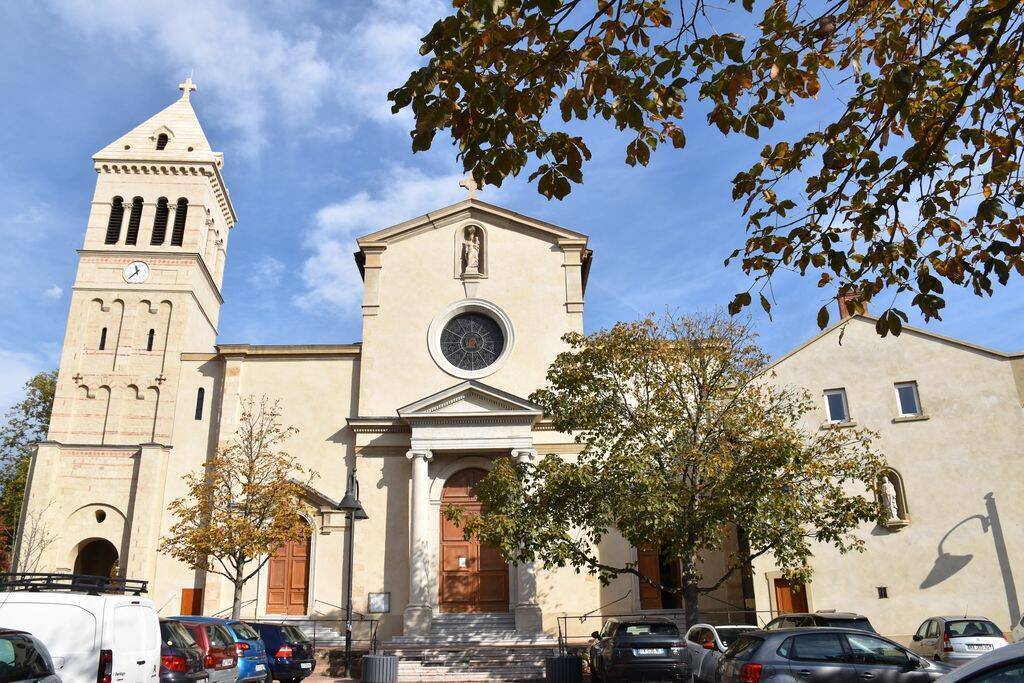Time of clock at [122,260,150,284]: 11:37
